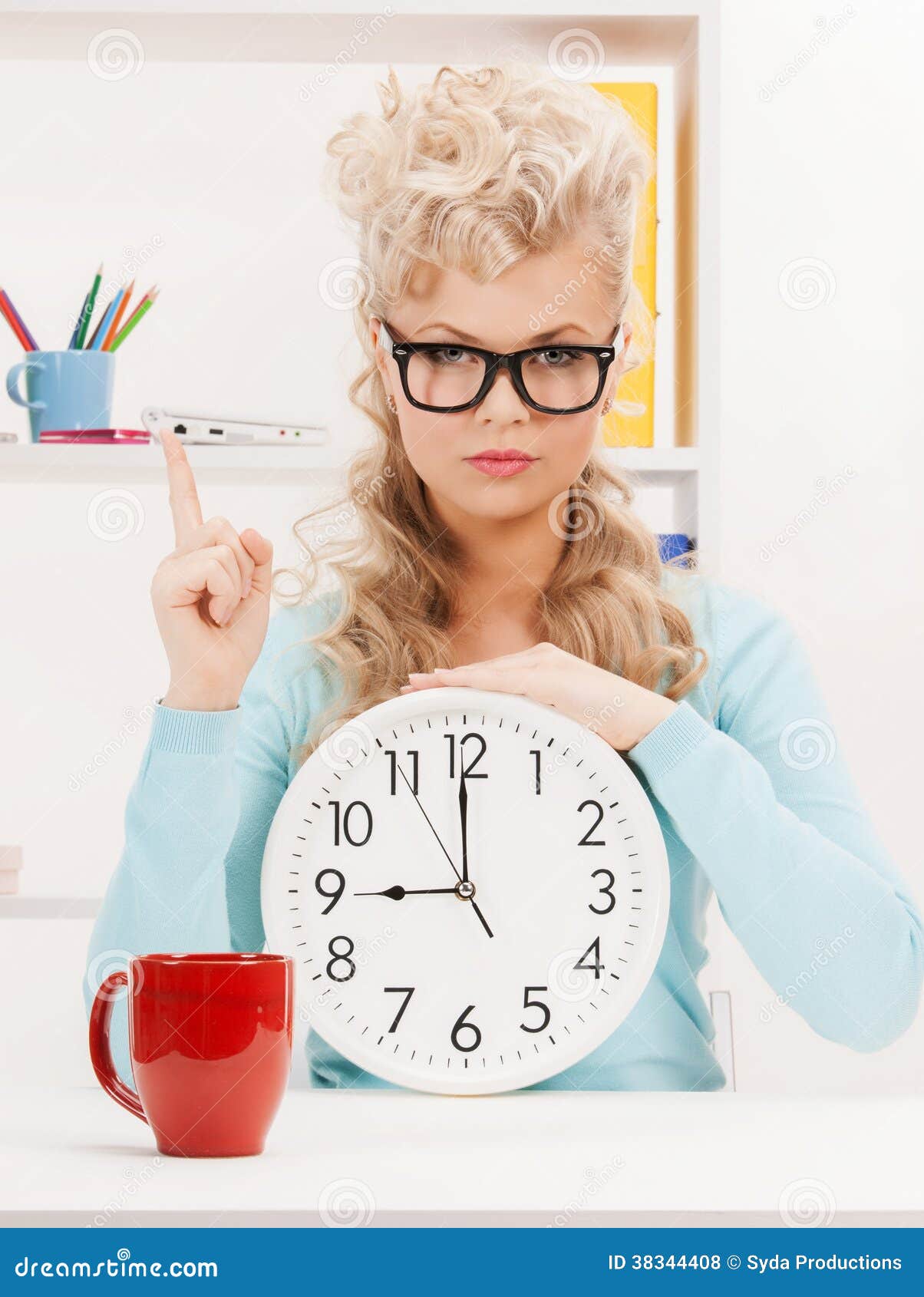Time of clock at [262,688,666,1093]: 8:59
